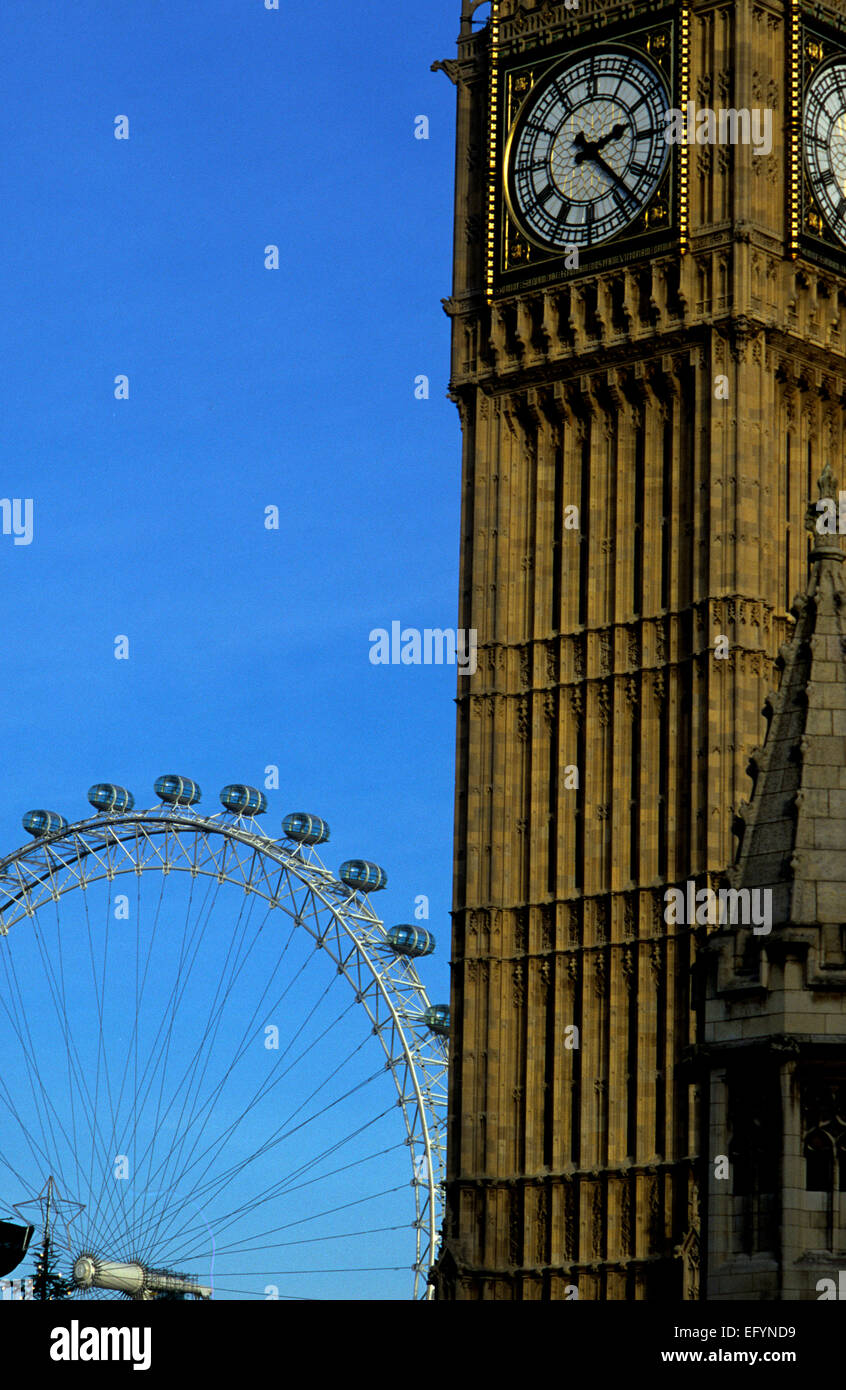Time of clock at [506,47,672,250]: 2:22
